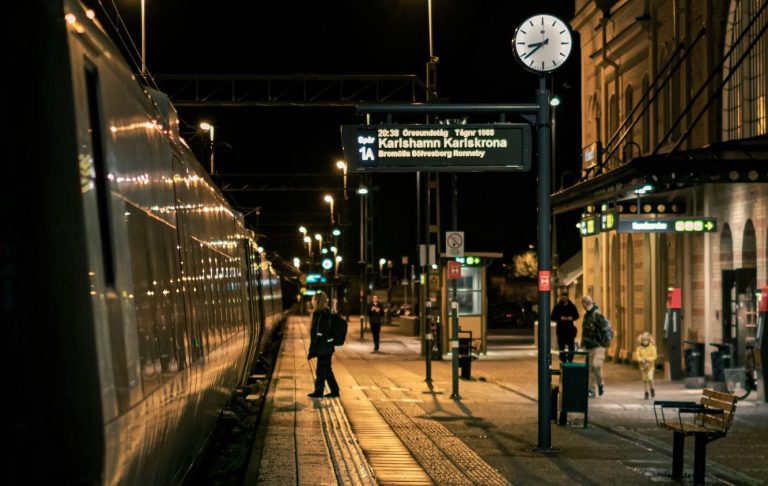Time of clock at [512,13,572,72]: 8:38
